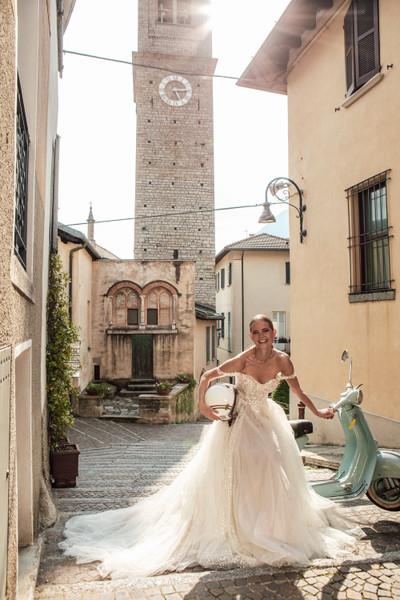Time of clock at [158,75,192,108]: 5:14
